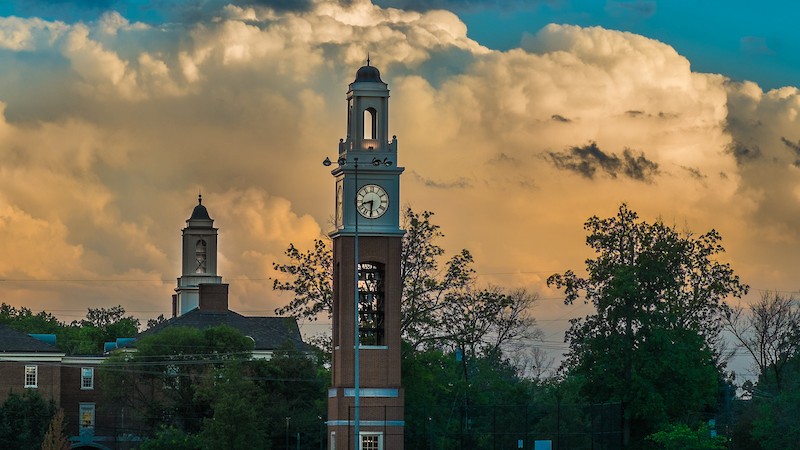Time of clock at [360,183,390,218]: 8:31
